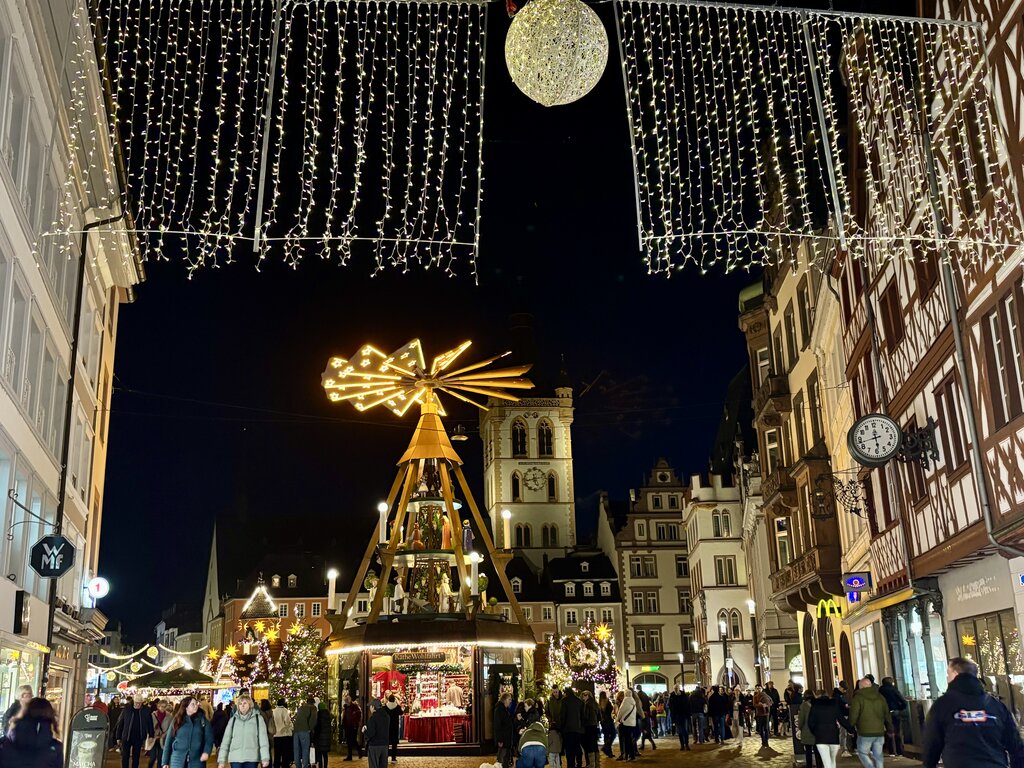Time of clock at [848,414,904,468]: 5:42
